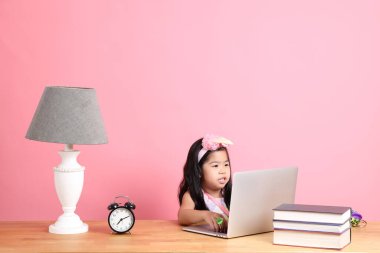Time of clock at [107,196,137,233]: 7:11
